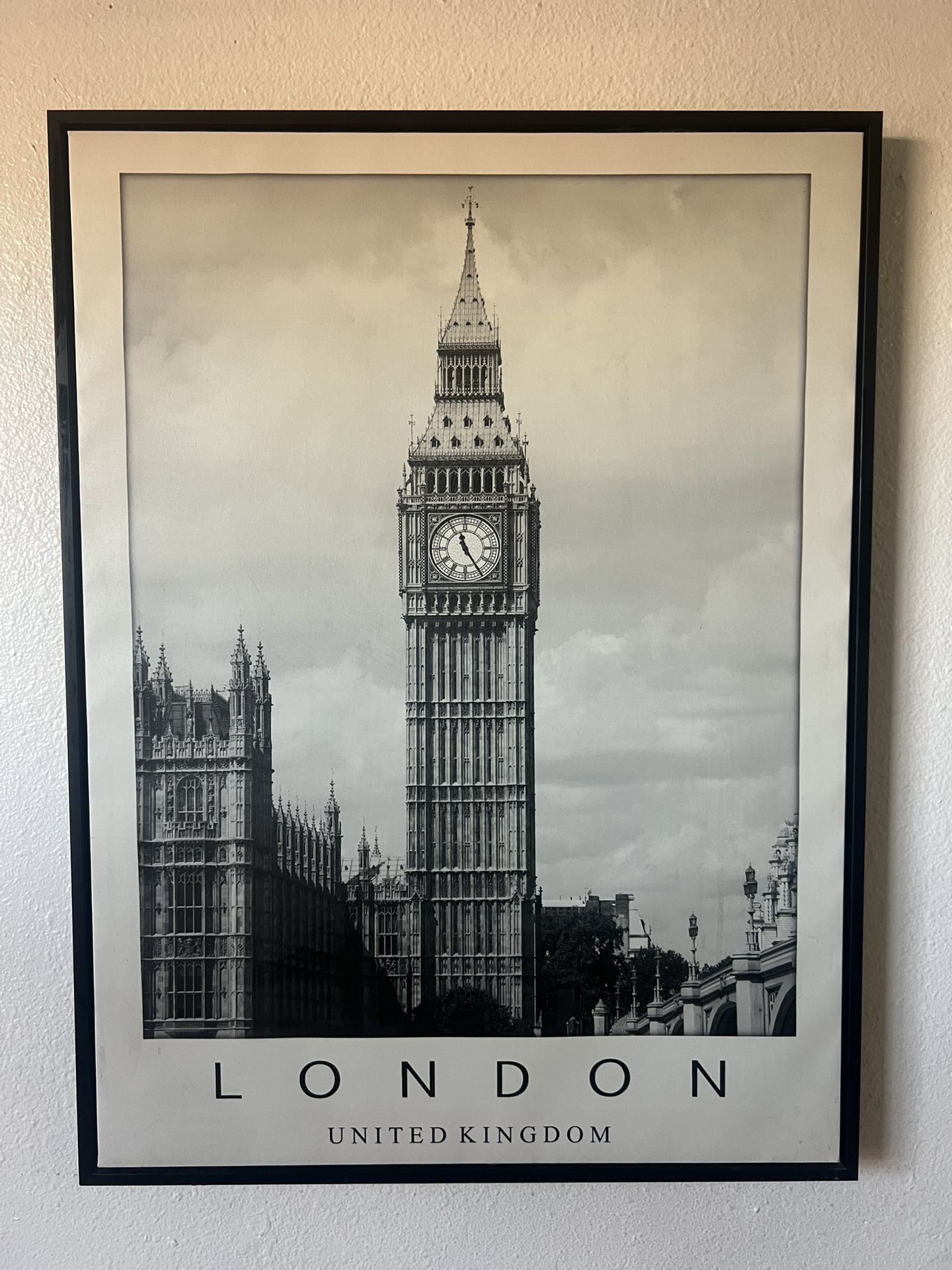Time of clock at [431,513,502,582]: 11:24
